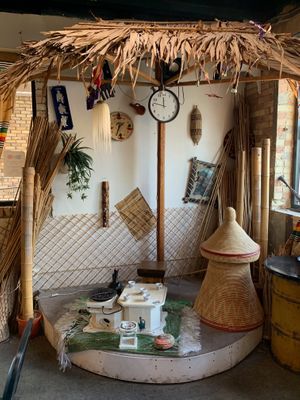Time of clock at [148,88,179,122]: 11:46
